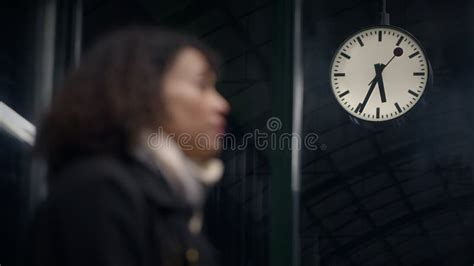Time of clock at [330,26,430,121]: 5:34
